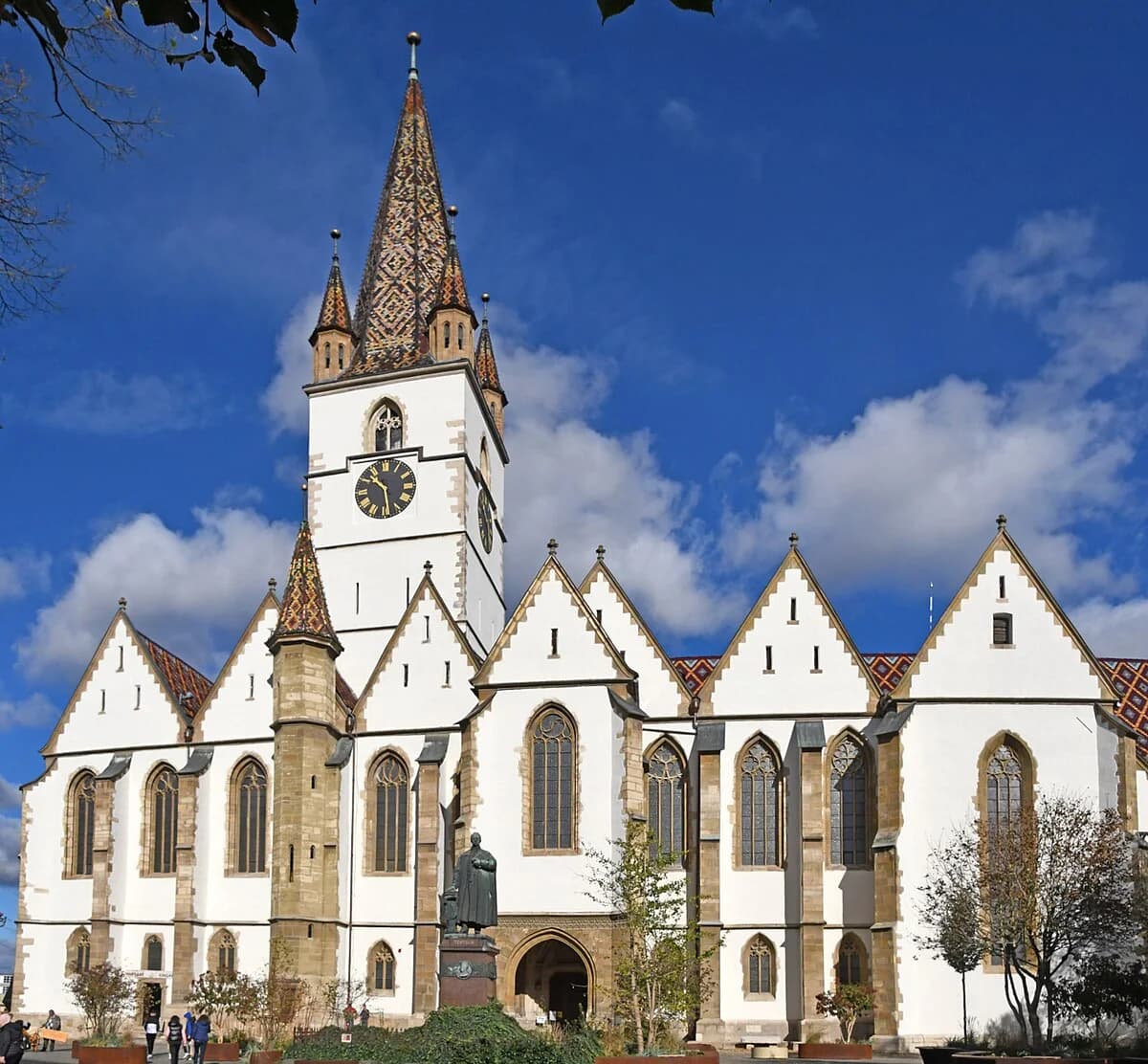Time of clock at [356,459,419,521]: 10:28
